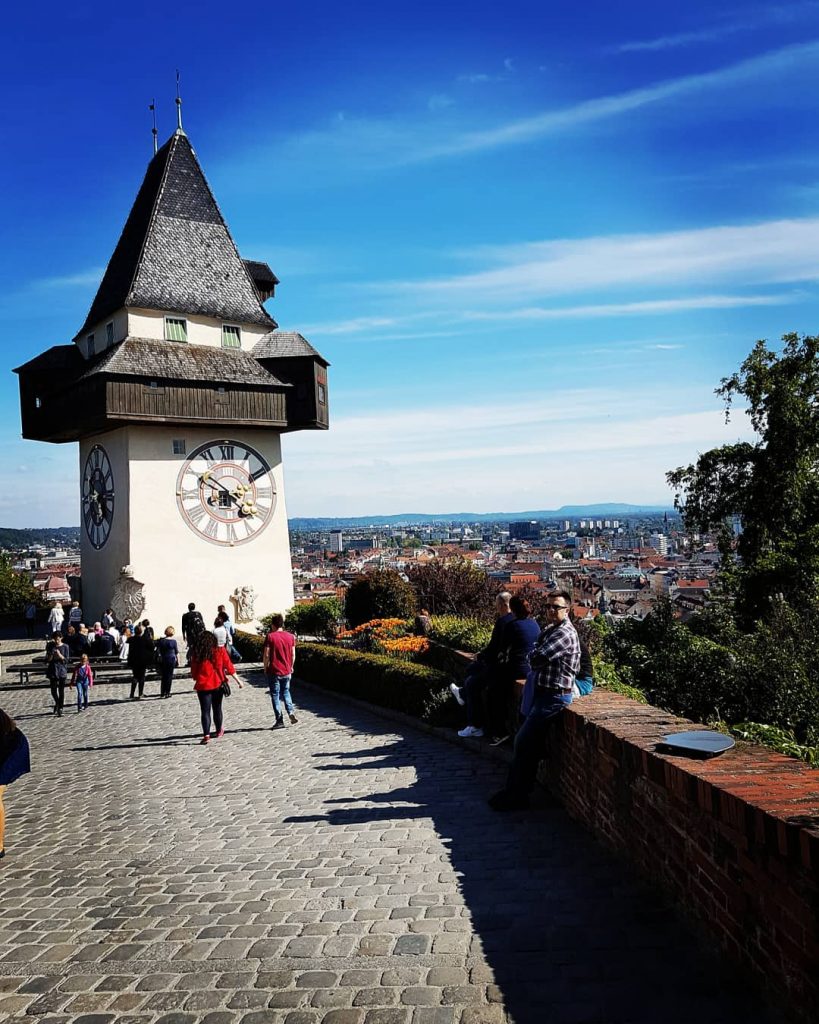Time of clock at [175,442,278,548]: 4:49
